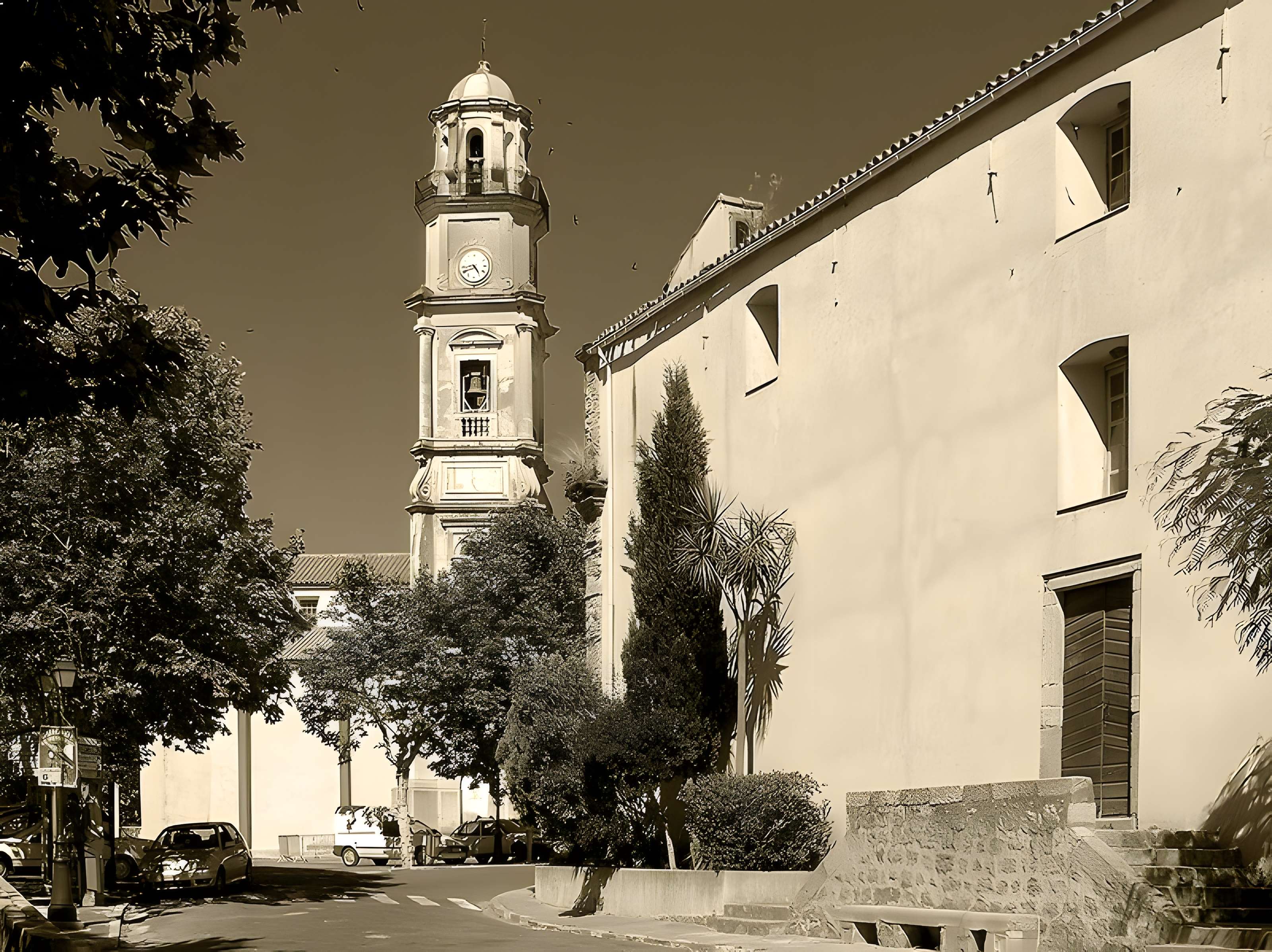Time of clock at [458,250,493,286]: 4:41
